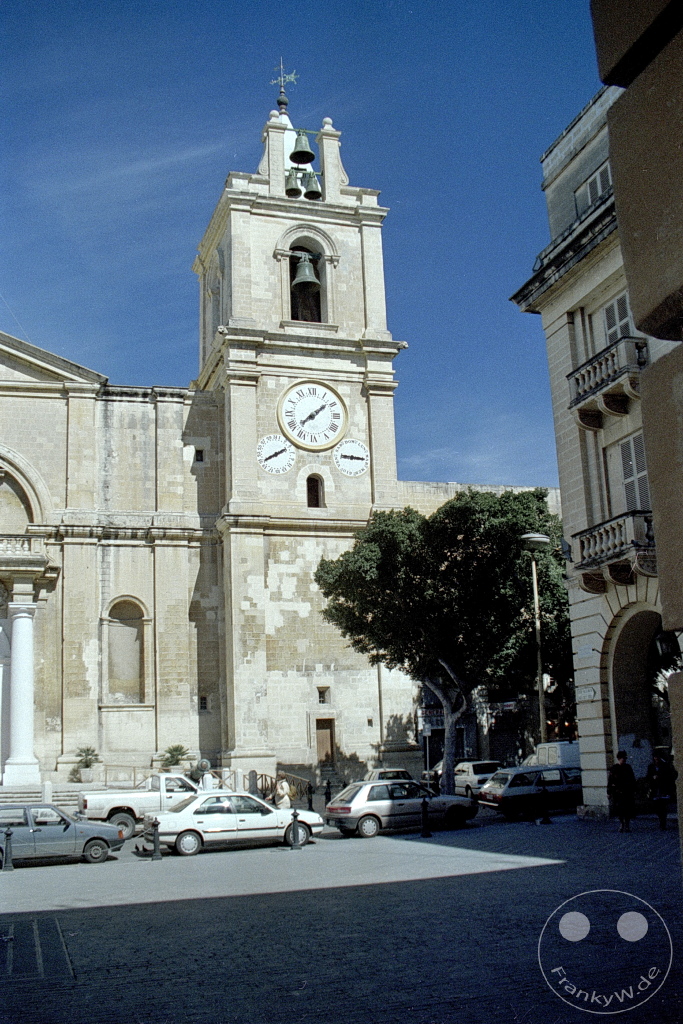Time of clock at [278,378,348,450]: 1:37
